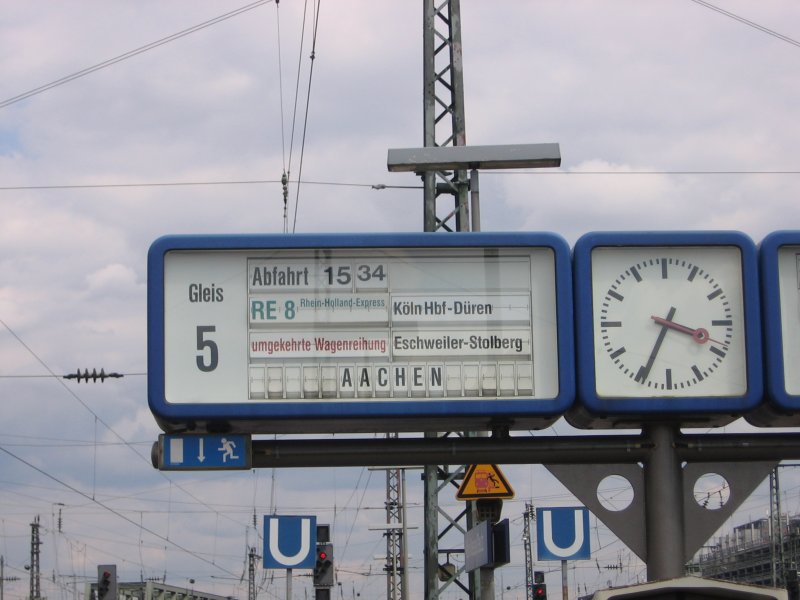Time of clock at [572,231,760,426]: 3:34
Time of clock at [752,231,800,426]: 3:34
